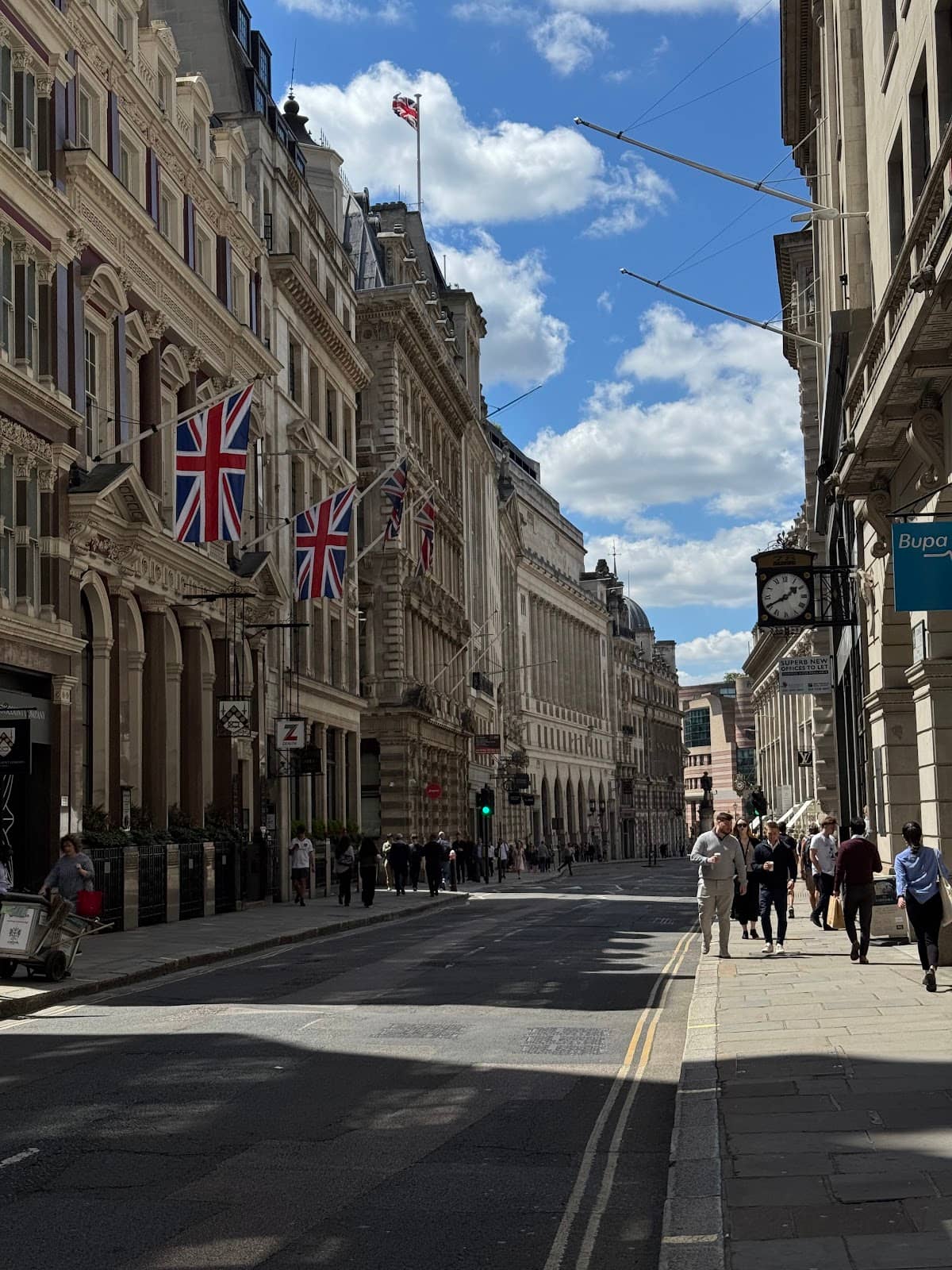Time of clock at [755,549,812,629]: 1:40
